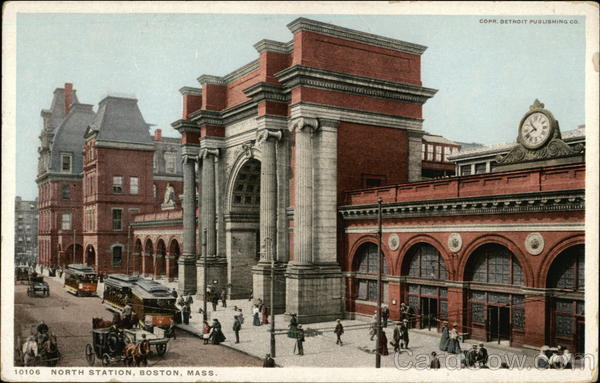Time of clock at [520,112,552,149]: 10:41
